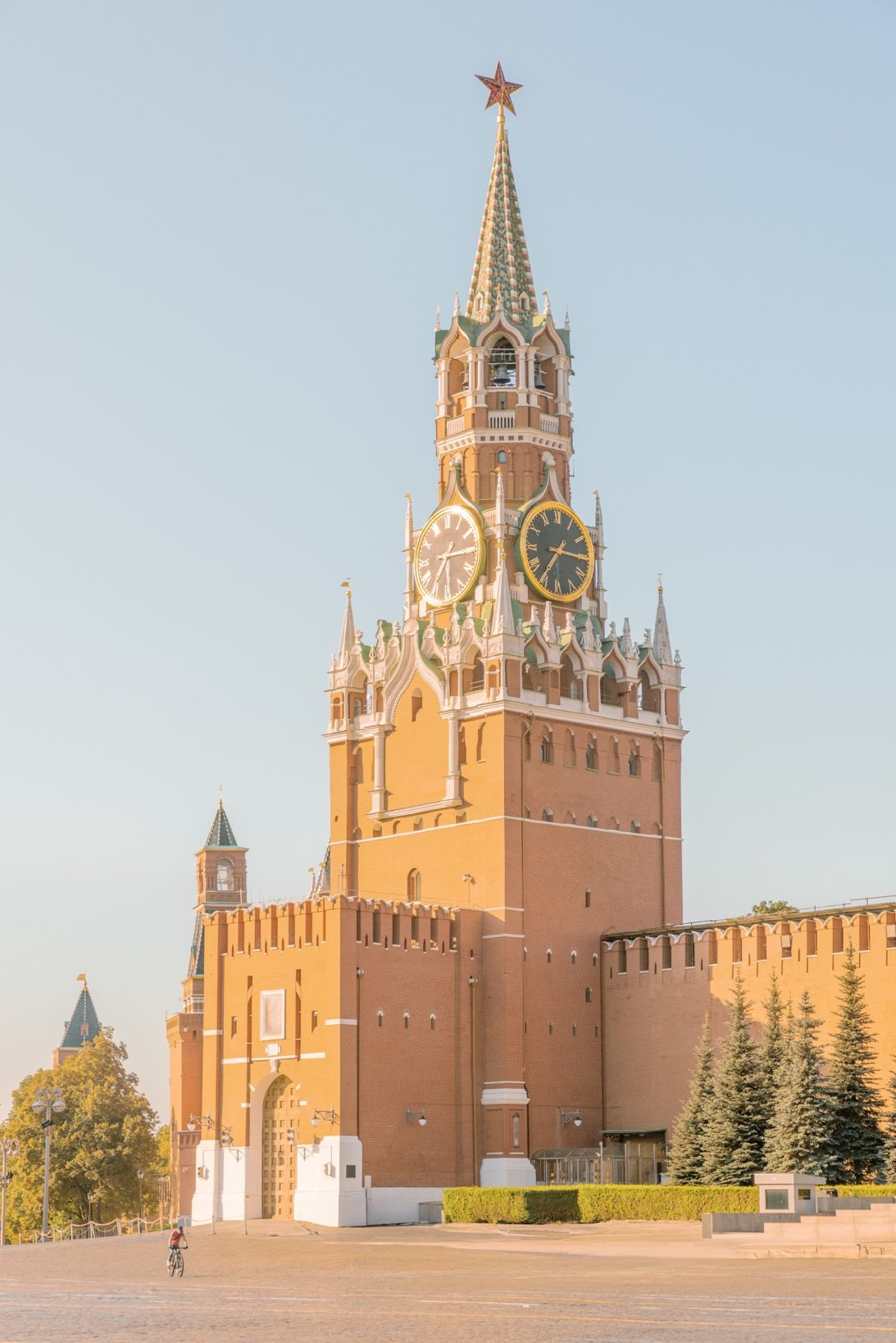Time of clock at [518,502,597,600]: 7:15
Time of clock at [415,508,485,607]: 7:15
